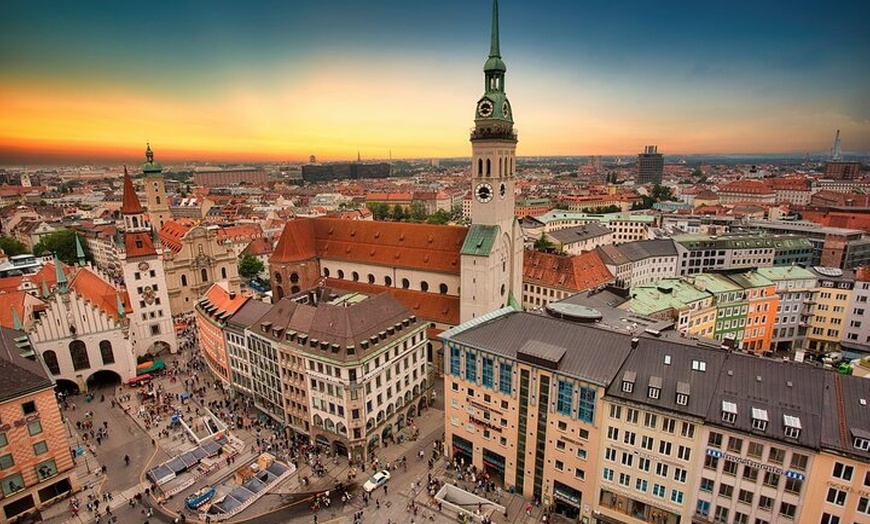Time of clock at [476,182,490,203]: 3:40
